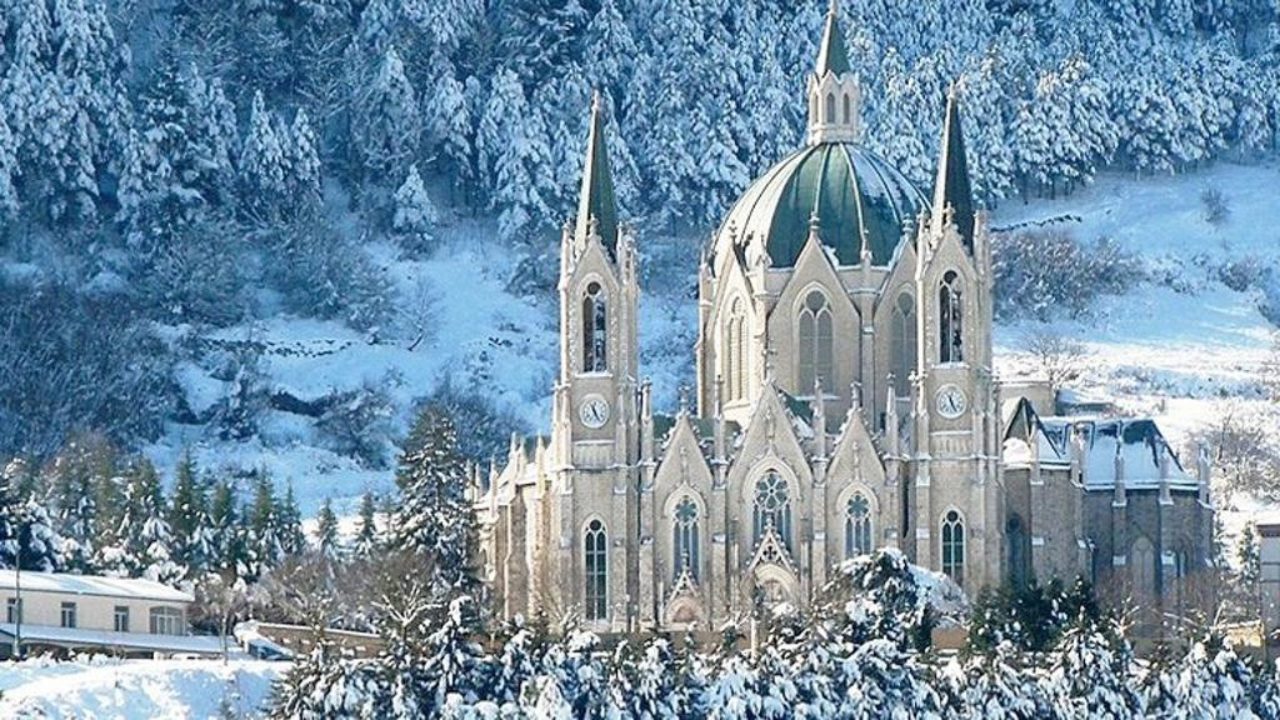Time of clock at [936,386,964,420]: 11:25
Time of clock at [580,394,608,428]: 11:25
